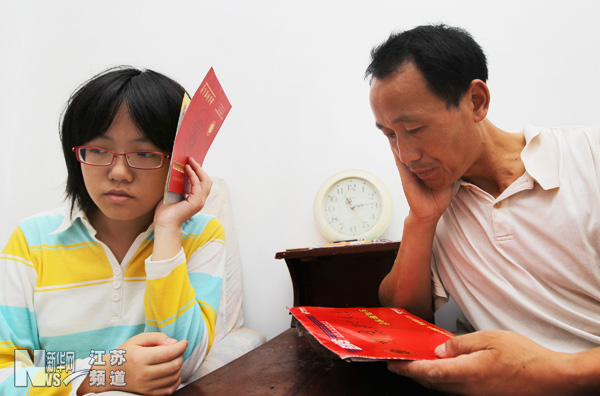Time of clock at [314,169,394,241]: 11:13
